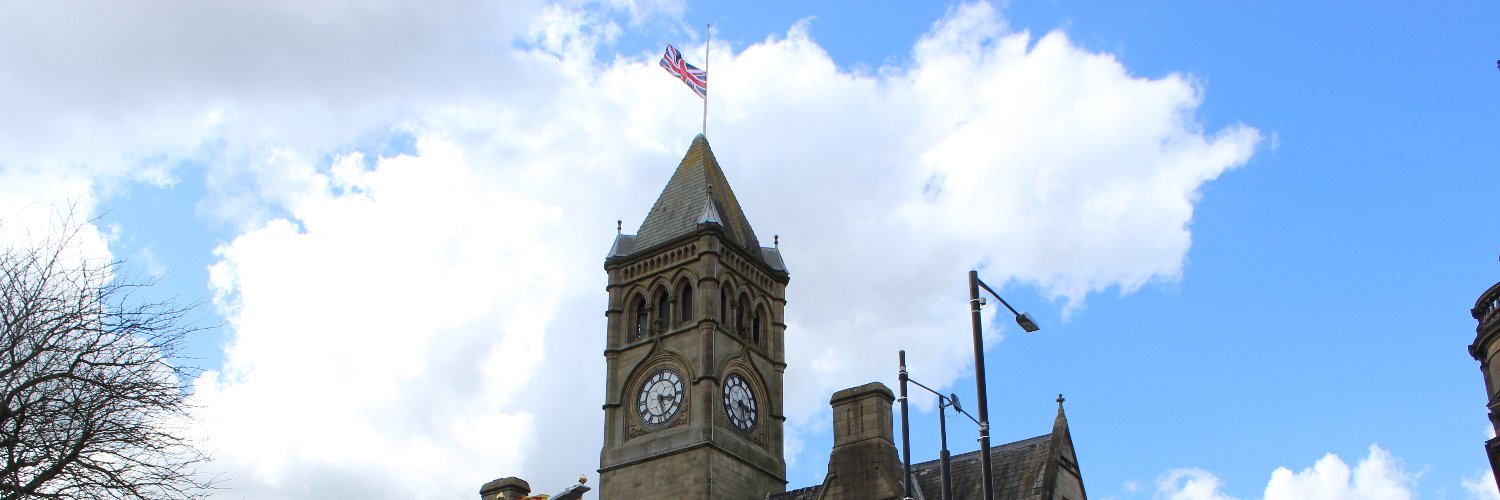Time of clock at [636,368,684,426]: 3:27
